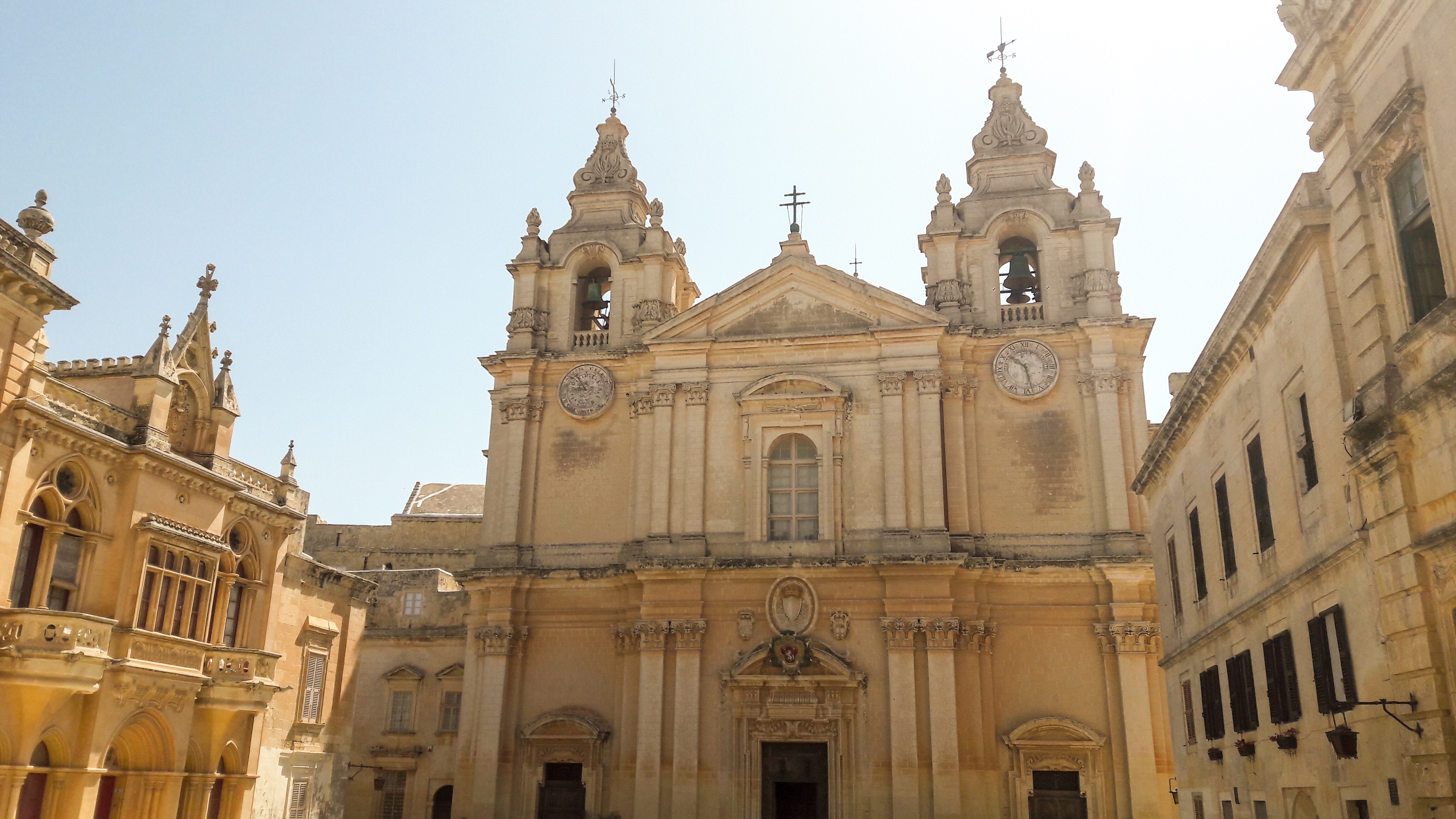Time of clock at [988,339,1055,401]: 10:28
